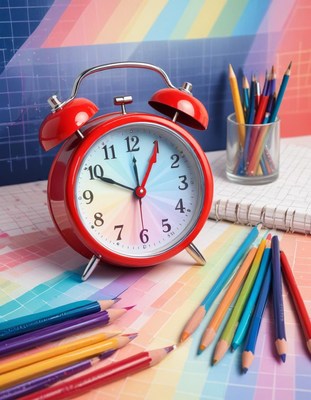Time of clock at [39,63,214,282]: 11:49
